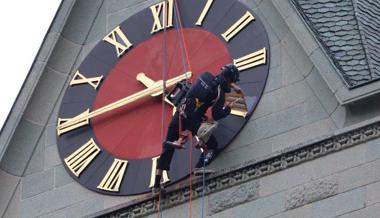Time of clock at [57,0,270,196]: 4:44
